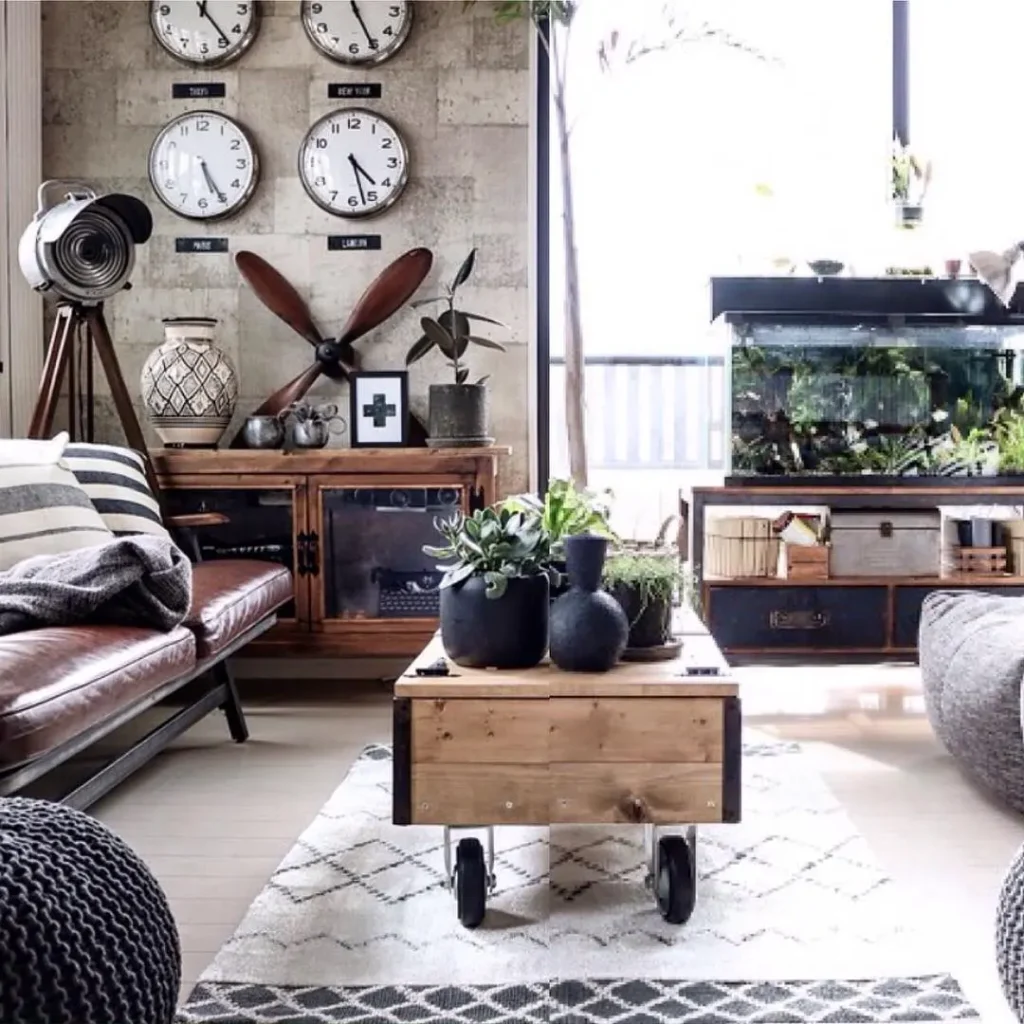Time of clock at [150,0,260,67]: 12:23
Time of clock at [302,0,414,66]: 11:25
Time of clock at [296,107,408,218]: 4:27
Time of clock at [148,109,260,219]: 5:25
